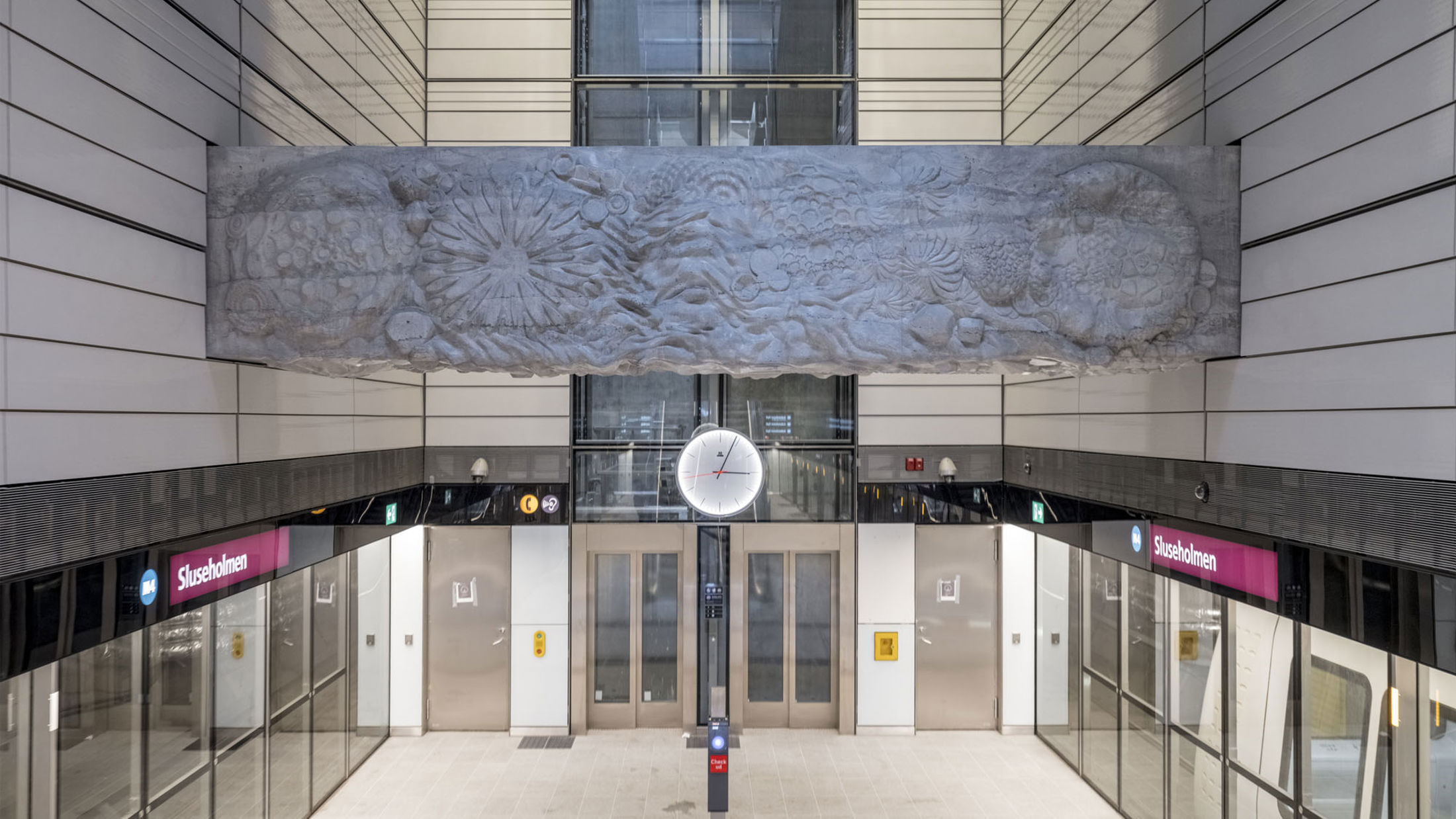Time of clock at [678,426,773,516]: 3:04
